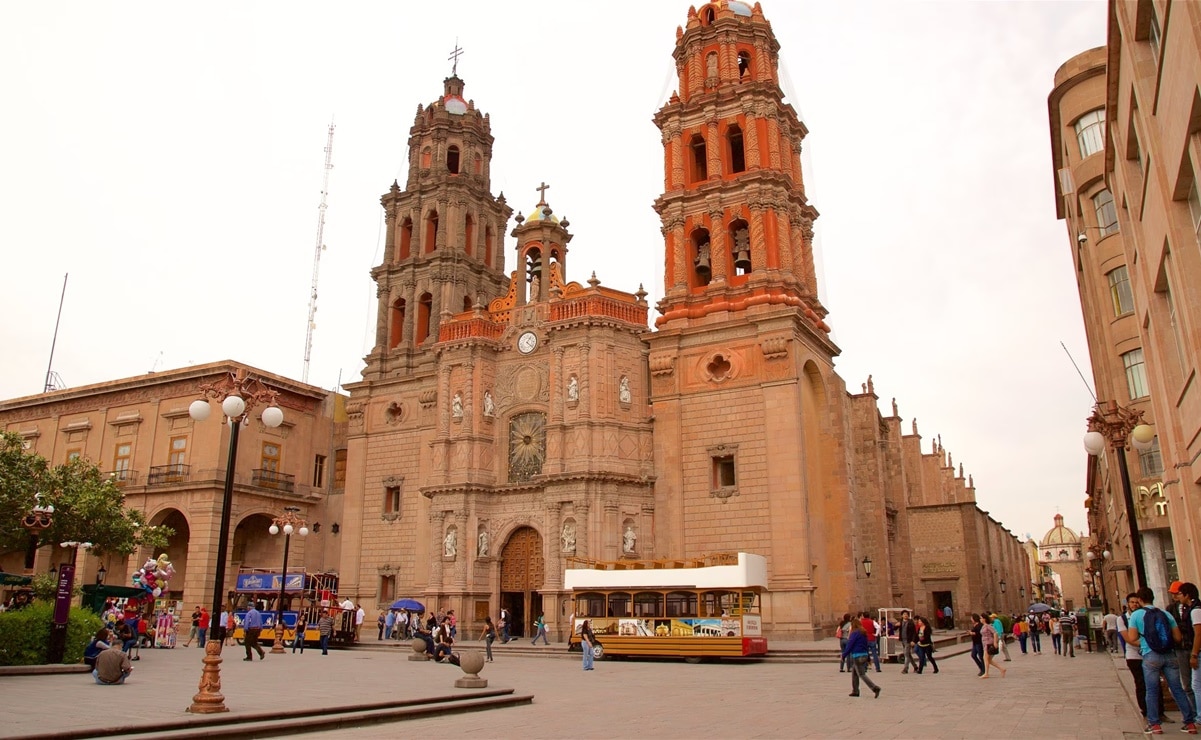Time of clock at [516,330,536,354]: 1:21
